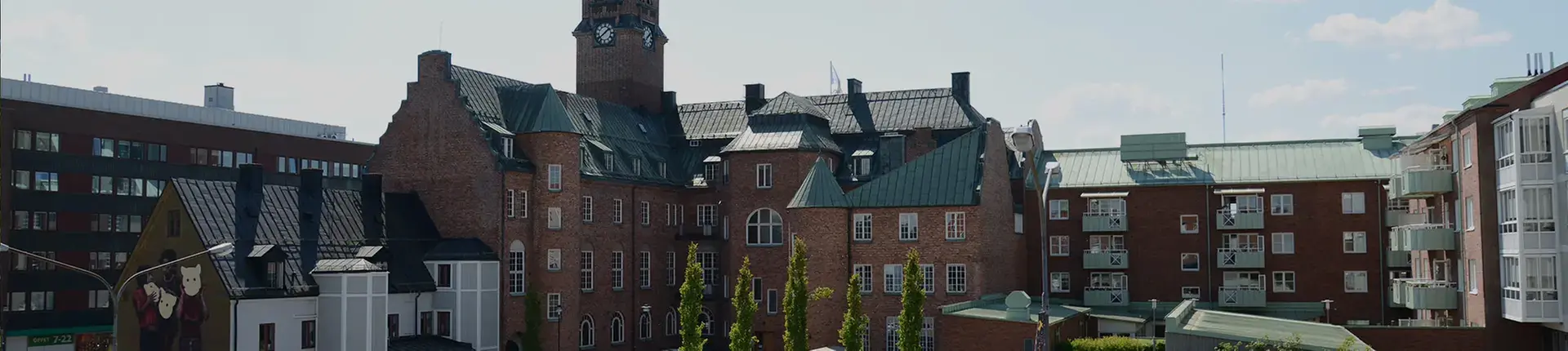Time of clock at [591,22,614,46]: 1:38
